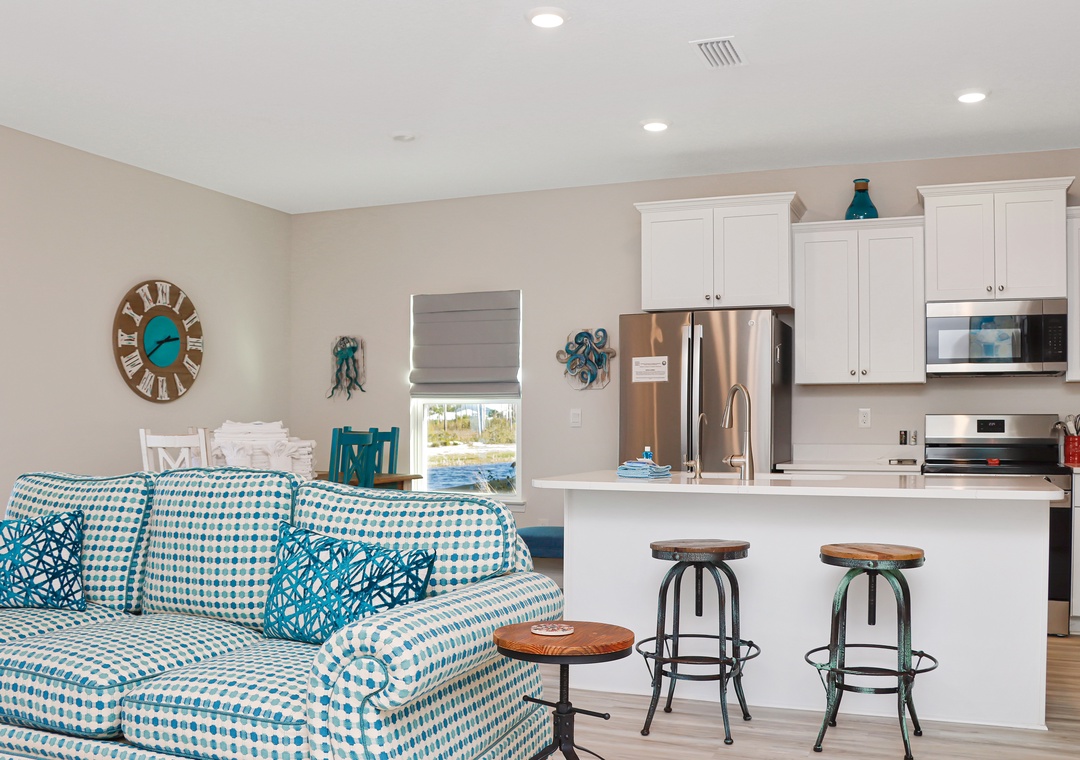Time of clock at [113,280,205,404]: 2:39
